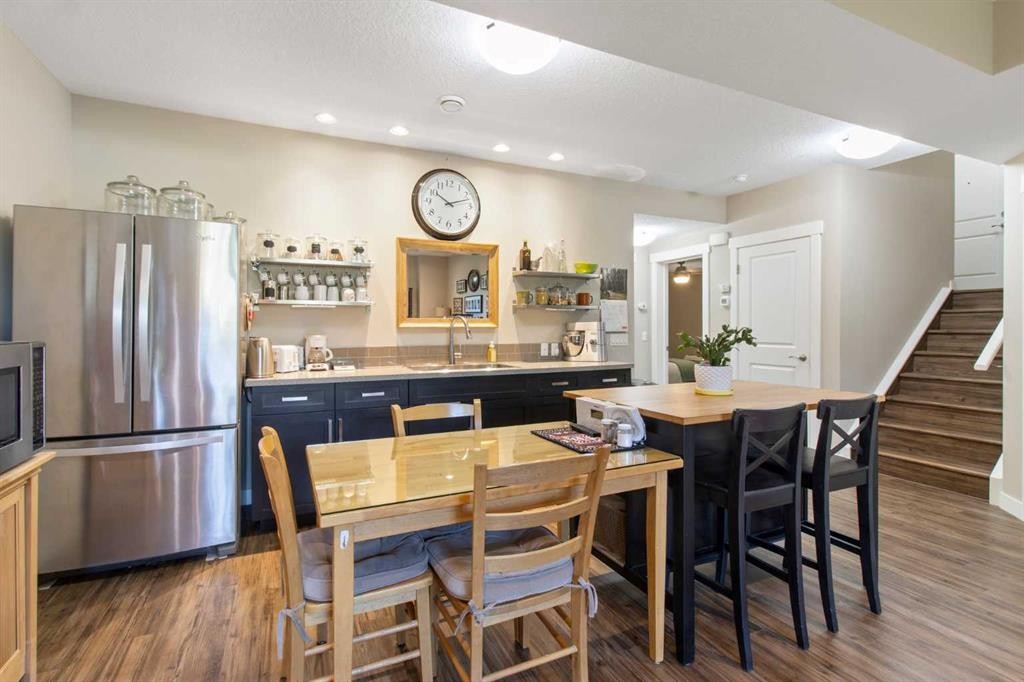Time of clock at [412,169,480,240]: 10:12
